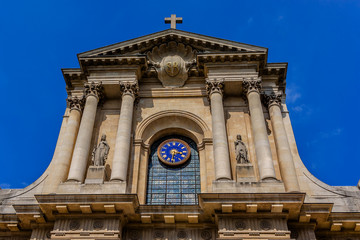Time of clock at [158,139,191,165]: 3:31
